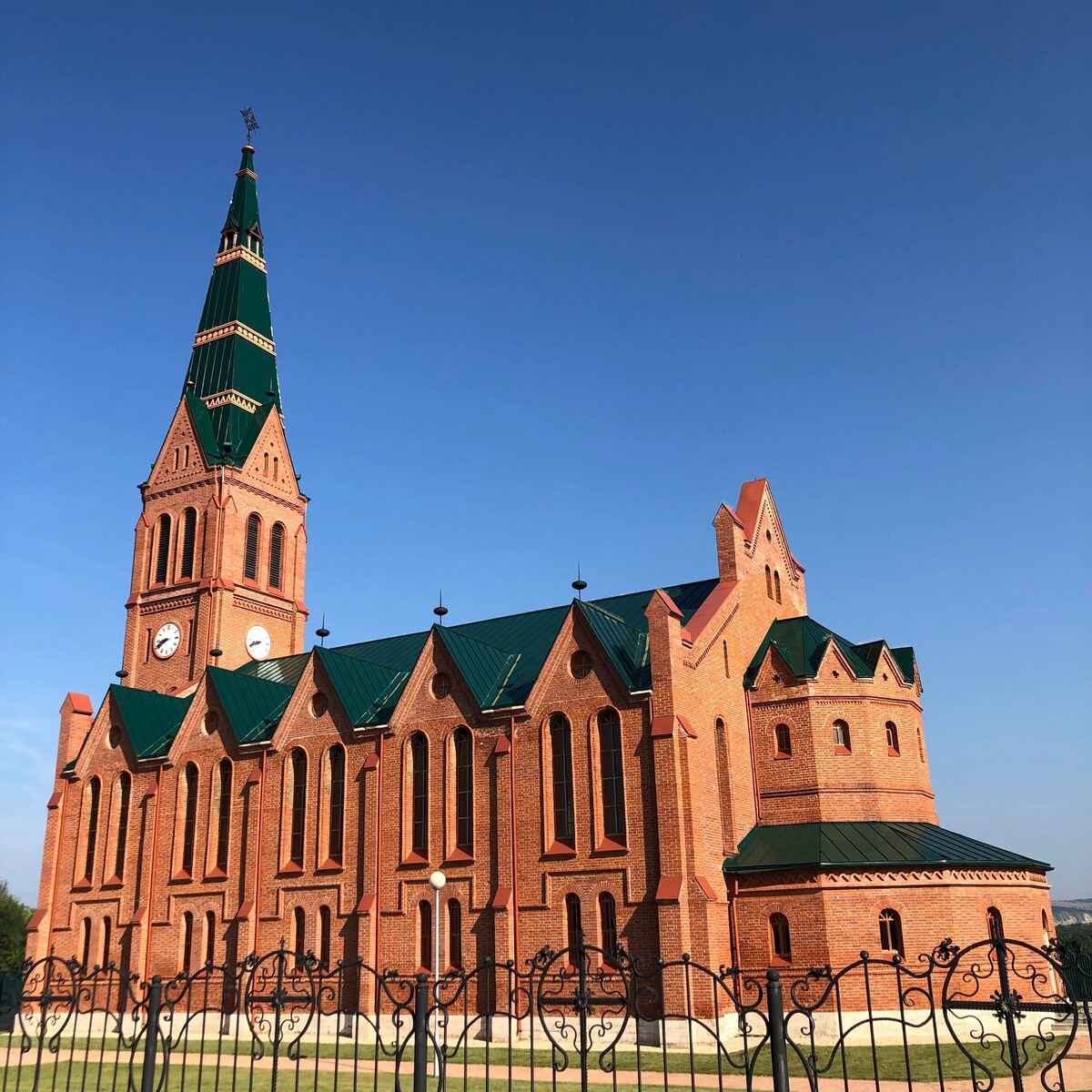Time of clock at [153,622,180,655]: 8:40
